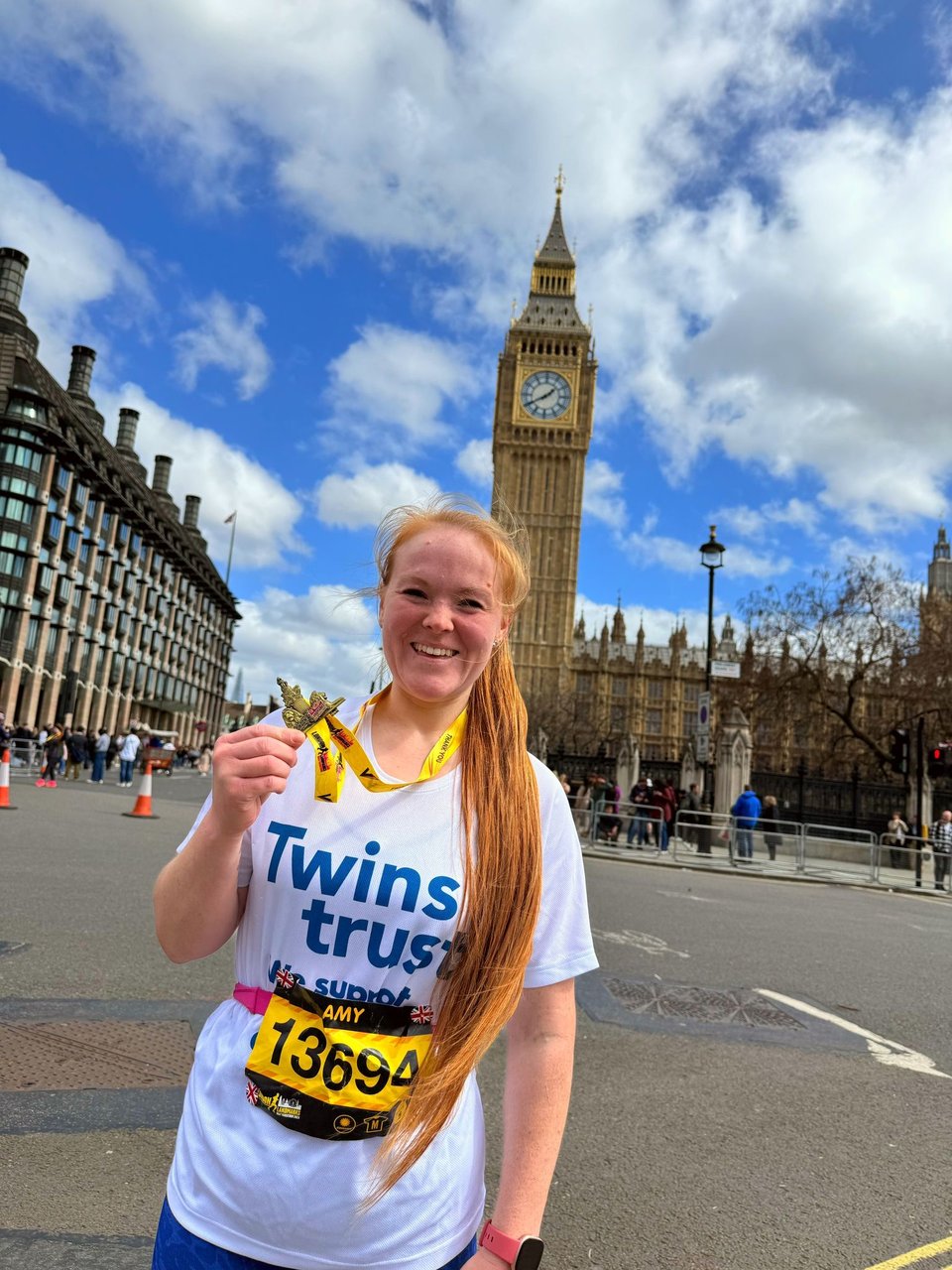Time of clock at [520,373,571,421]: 1:40
